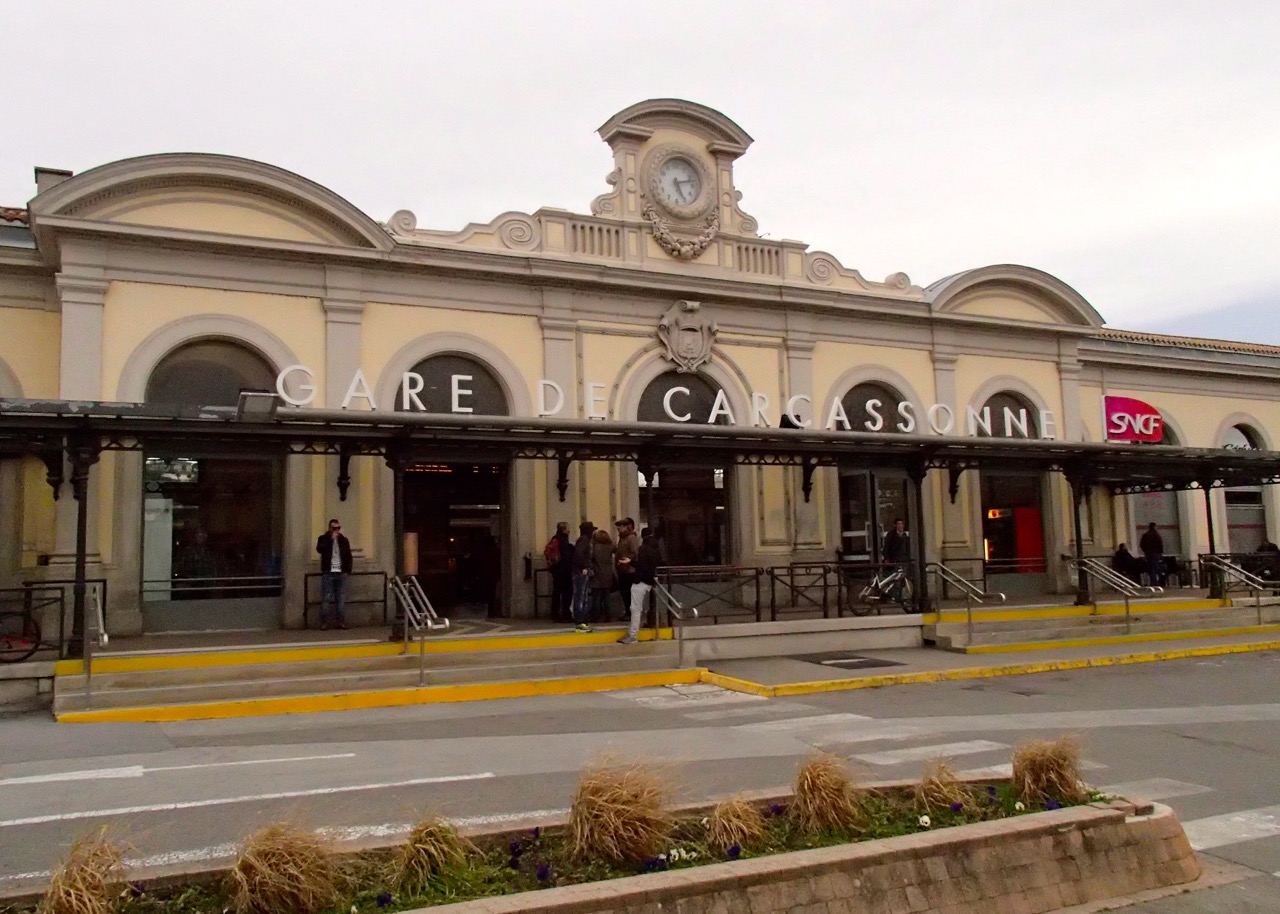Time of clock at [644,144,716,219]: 5:12
